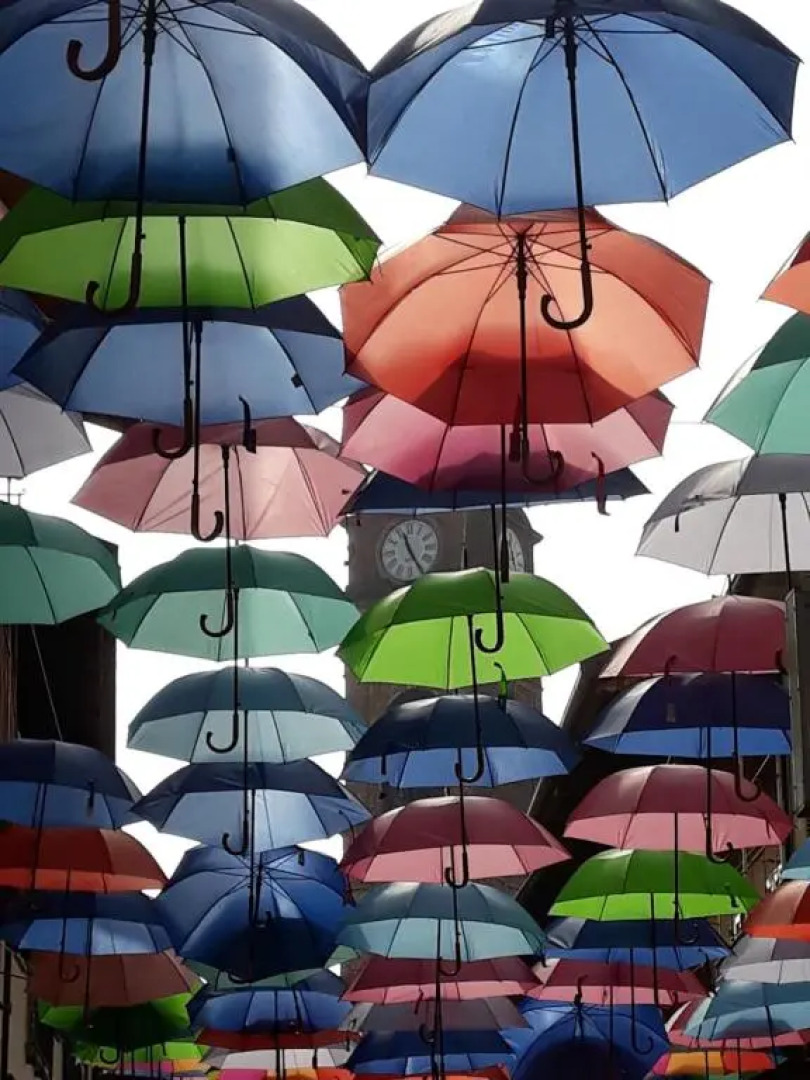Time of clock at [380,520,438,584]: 11:25
